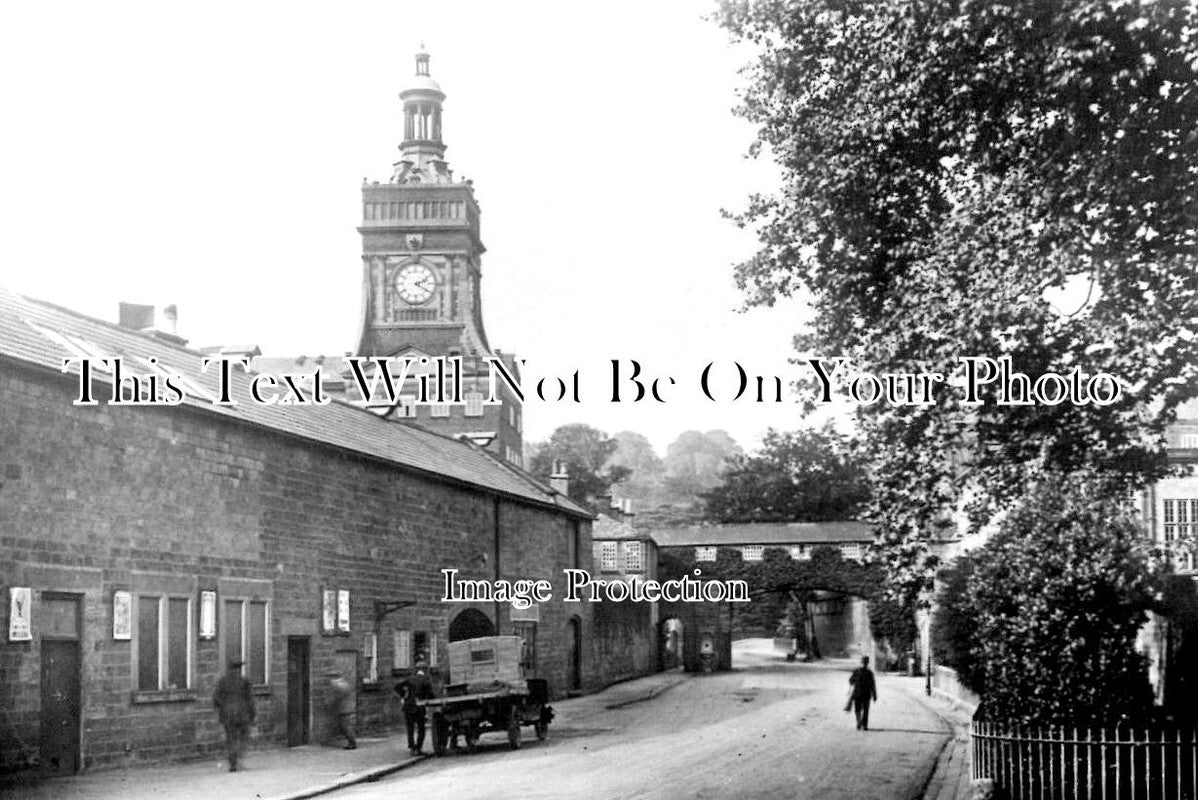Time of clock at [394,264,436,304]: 2:20
